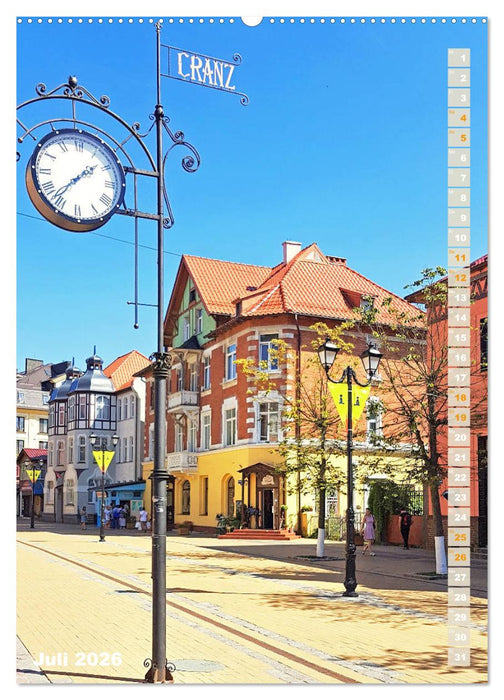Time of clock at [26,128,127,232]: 1:36
